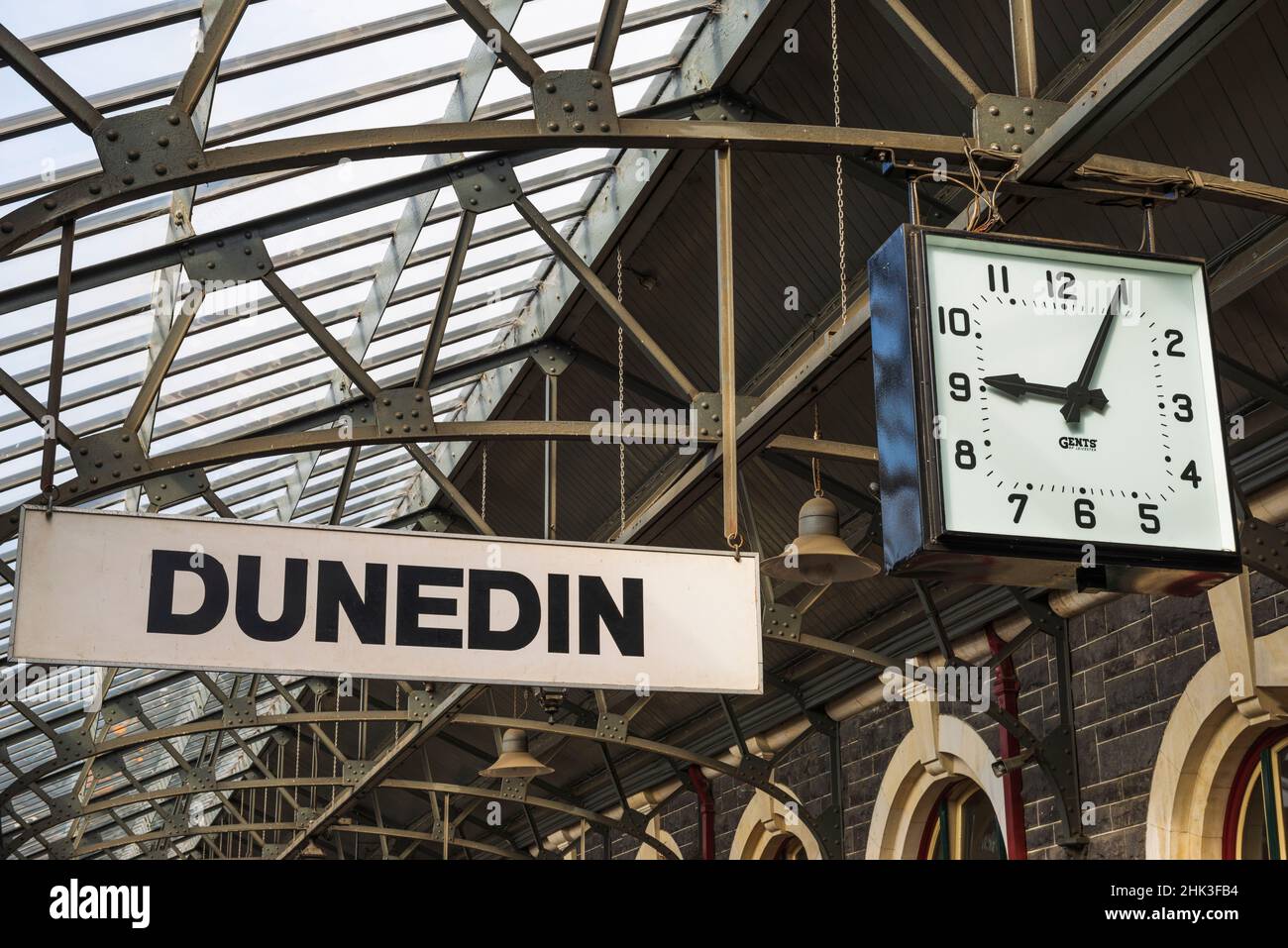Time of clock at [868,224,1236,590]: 9:05
